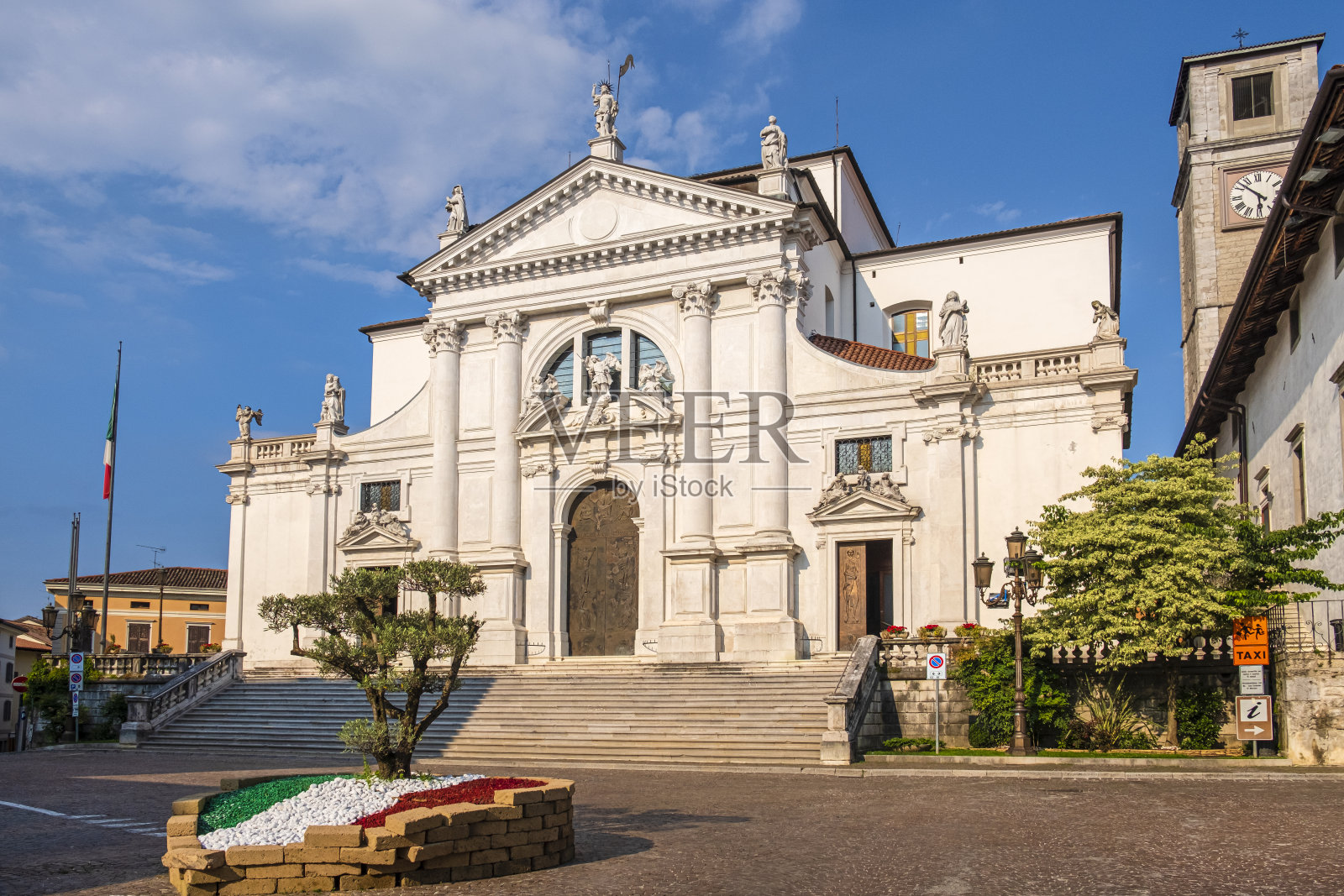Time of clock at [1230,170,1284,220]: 5:51
